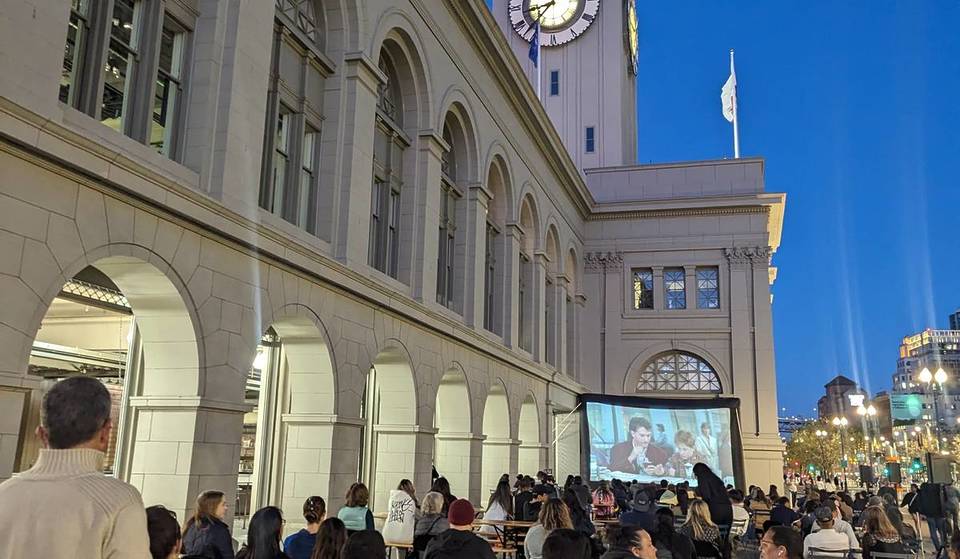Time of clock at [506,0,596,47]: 8:37
